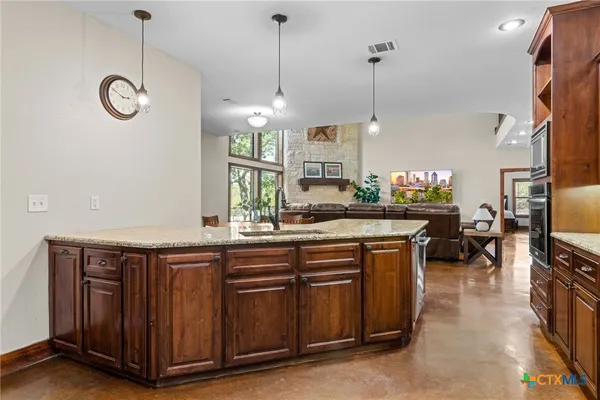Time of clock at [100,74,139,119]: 2:50
